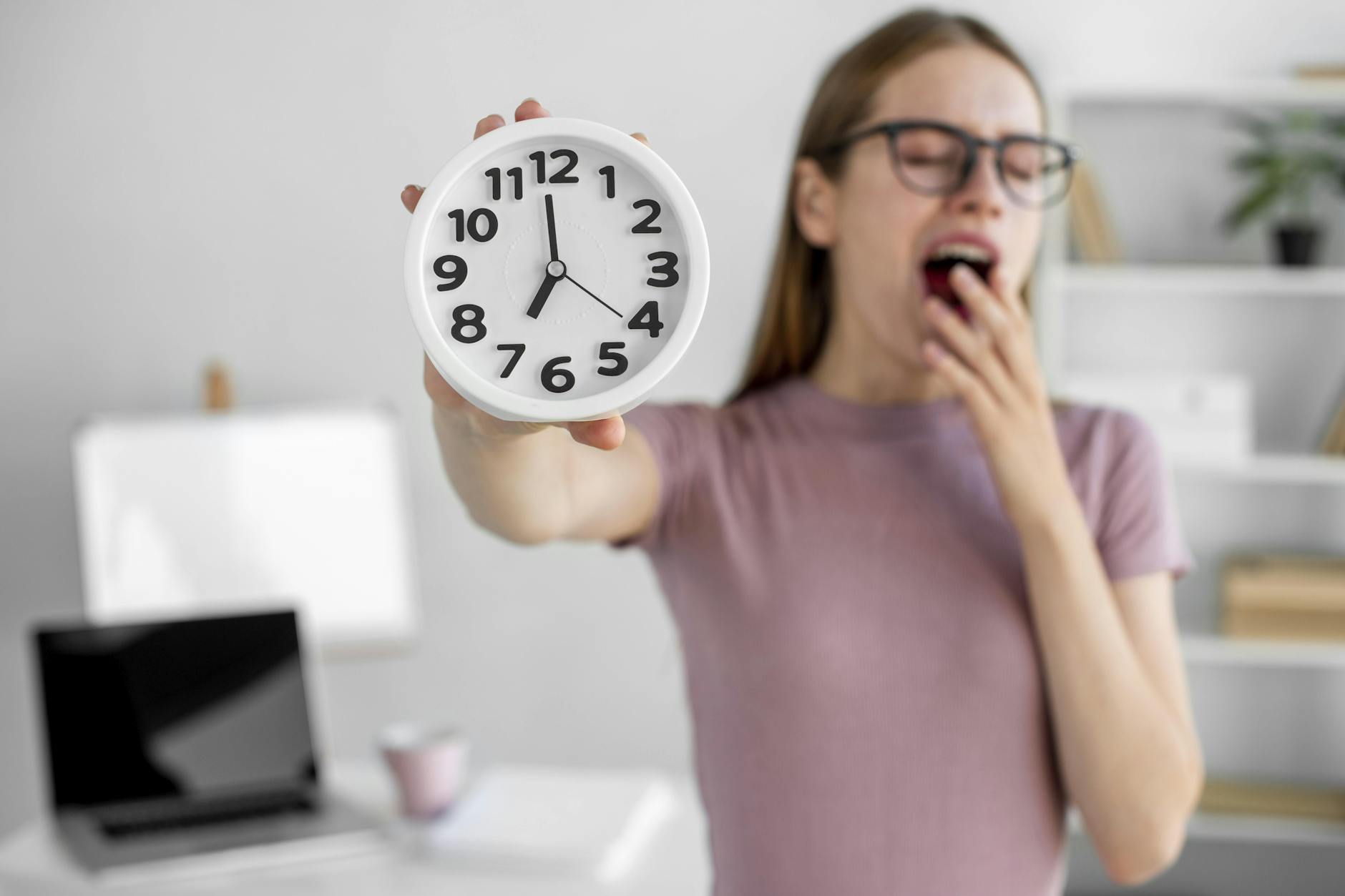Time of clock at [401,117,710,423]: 6:58
